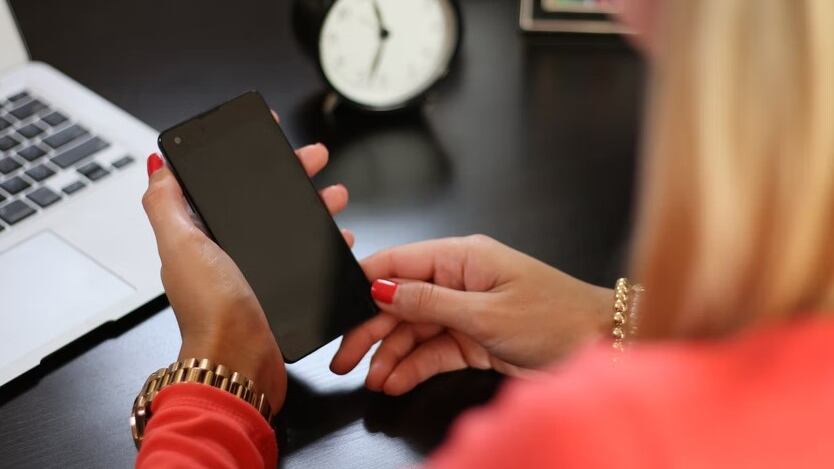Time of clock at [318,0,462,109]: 11:32
